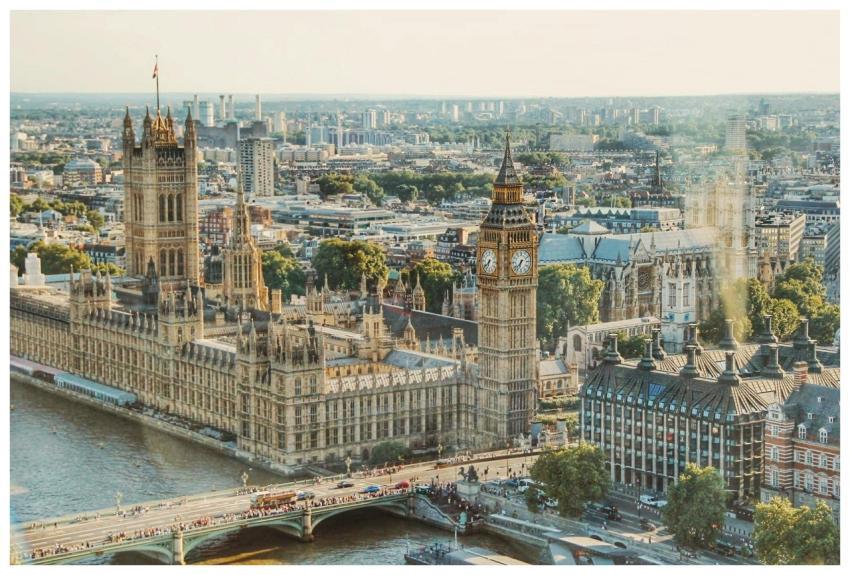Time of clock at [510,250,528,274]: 6:37
